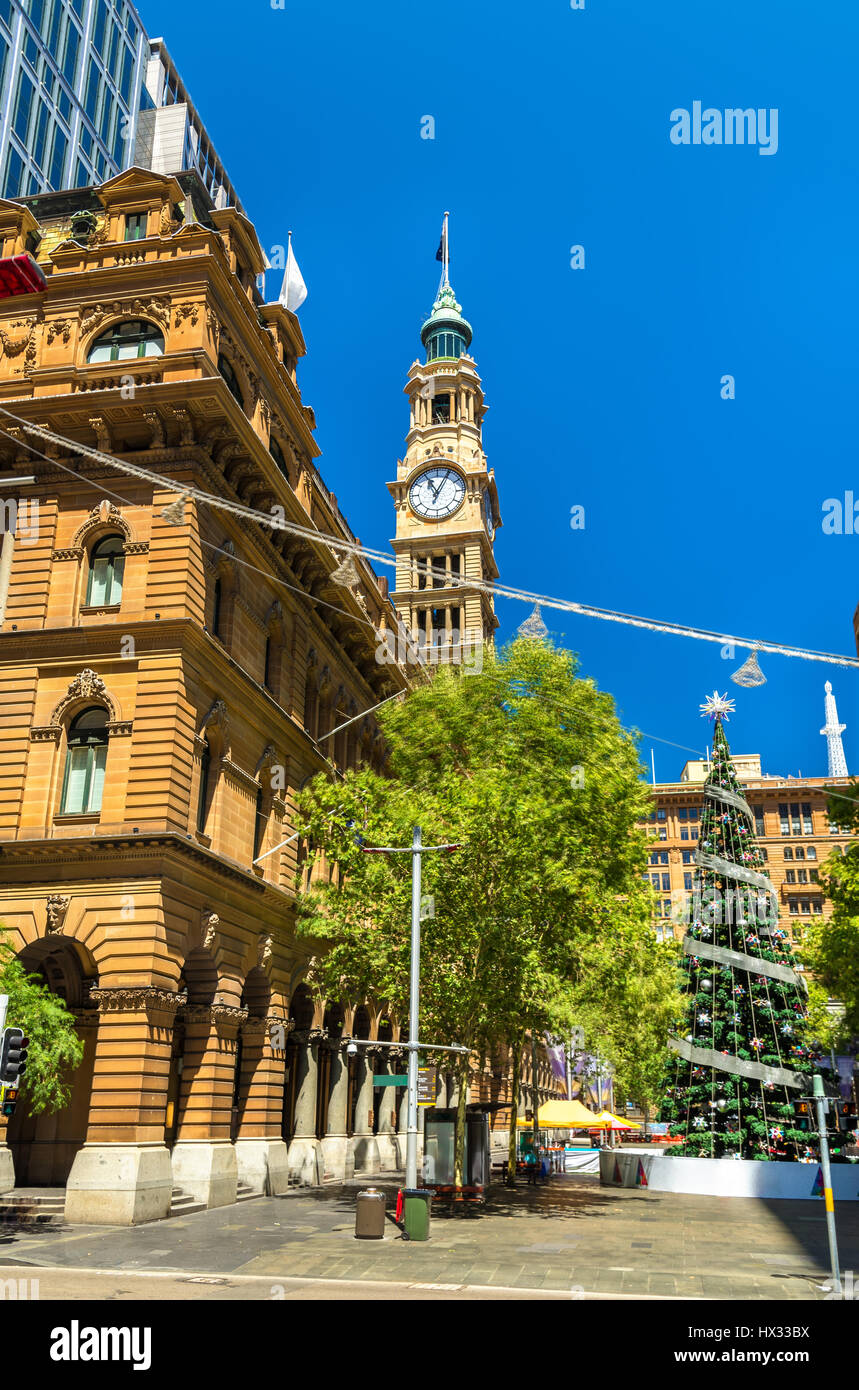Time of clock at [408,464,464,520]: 11:04
